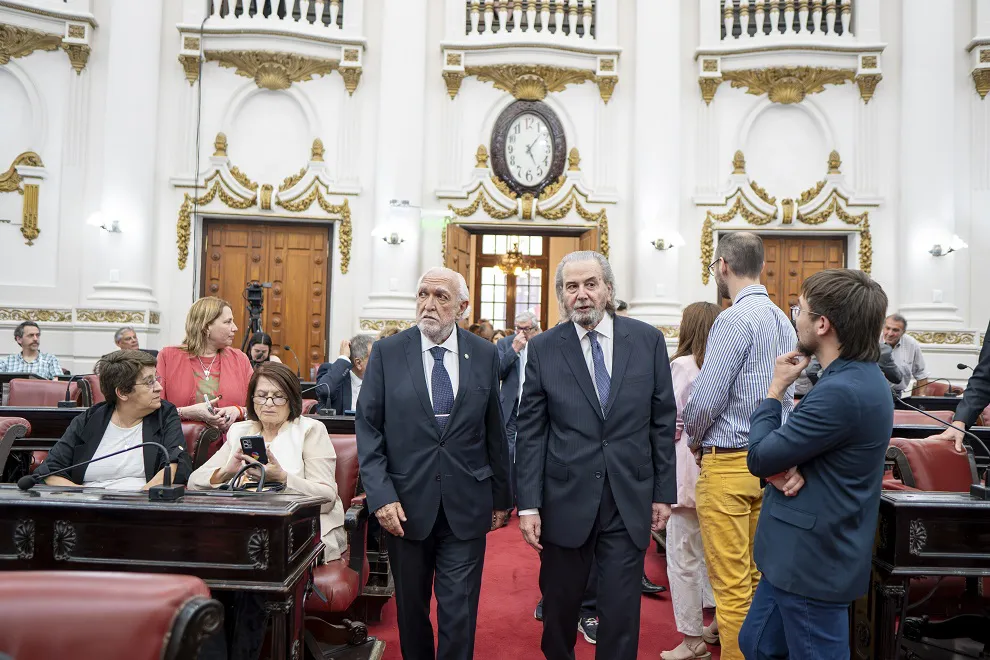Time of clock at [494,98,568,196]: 5:07
